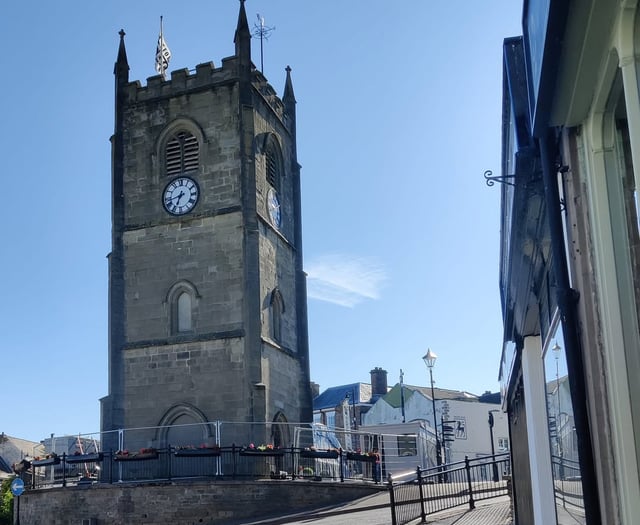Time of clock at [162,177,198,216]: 6:42
